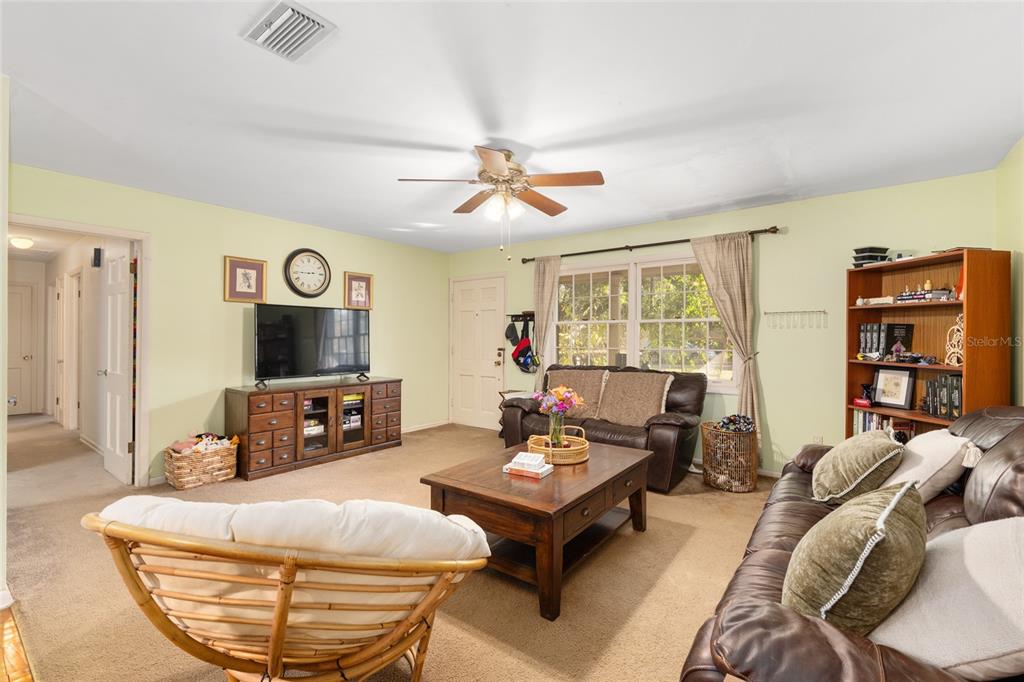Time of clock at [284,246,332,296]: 2:45
